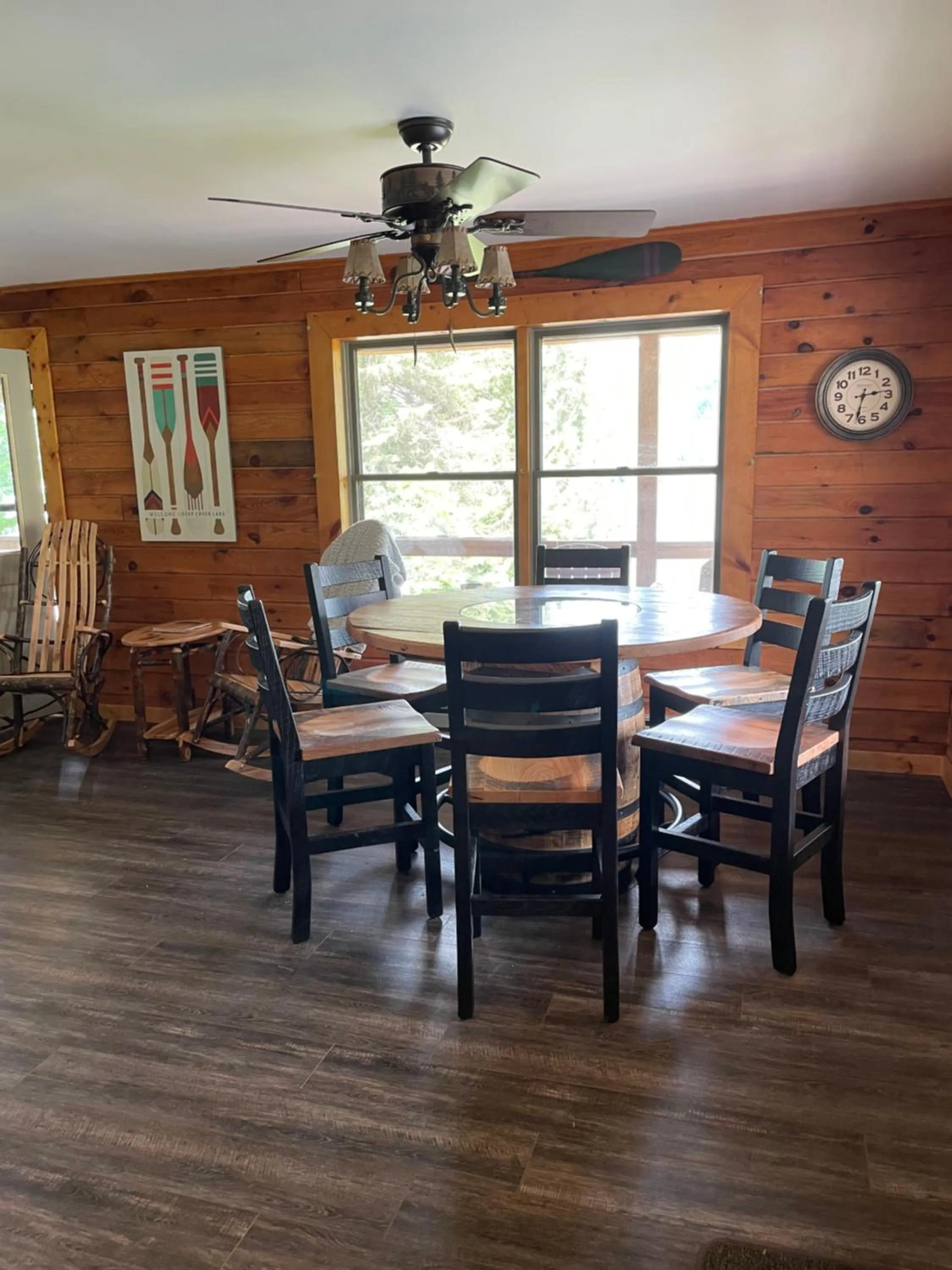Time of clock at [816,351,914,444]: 2:32
